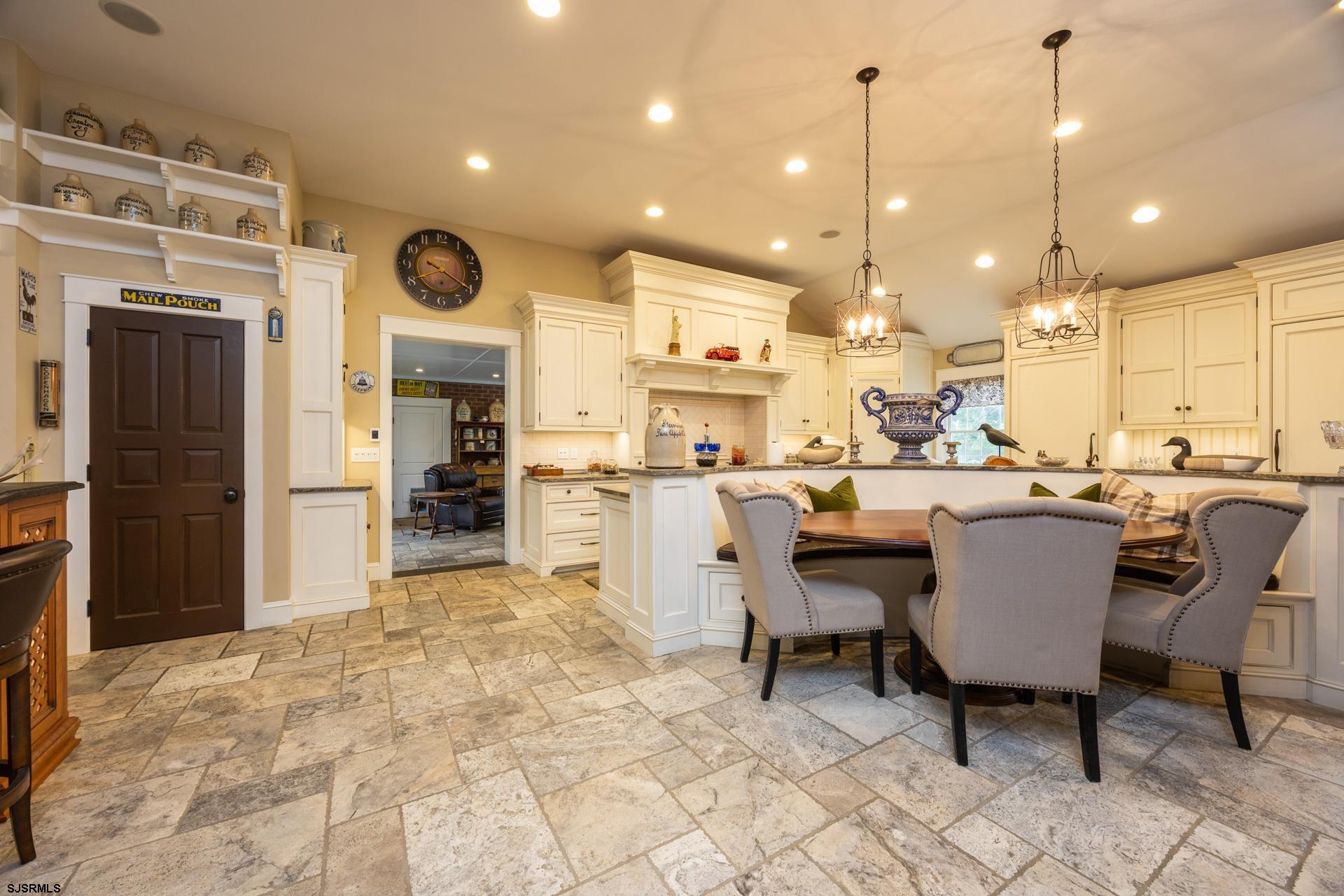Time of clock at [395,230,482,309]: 9:20
